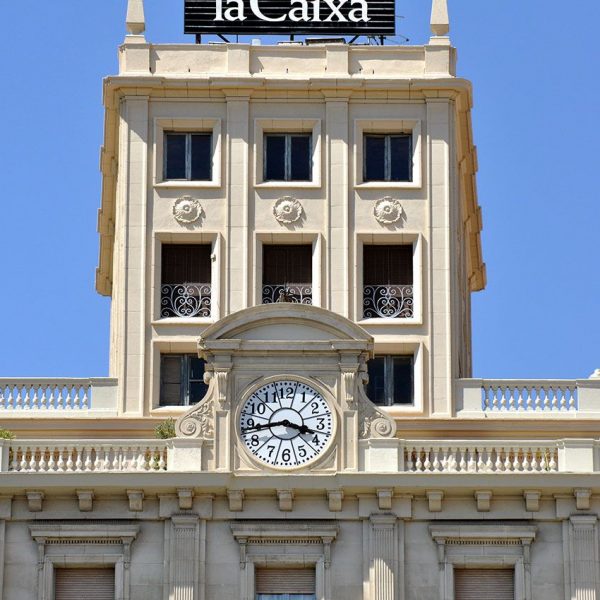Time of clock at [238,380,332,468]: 3:43
